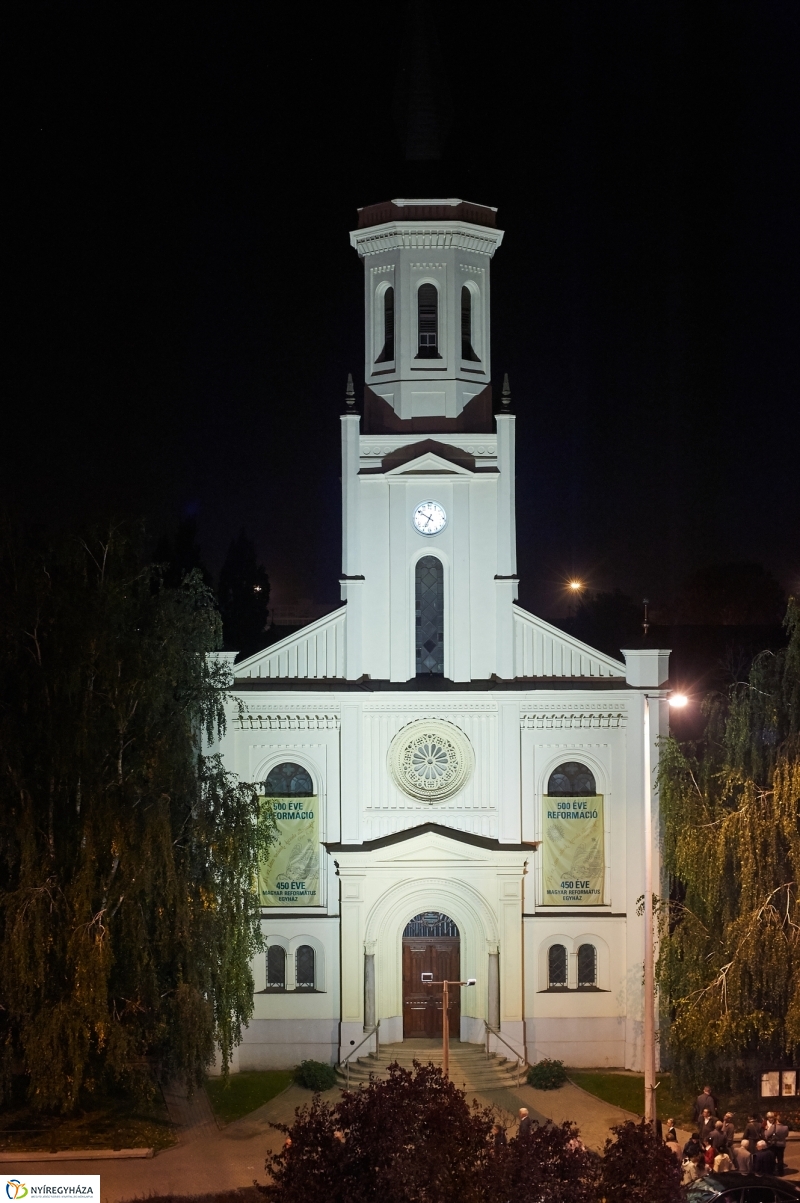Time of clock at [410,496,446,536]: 6:50
